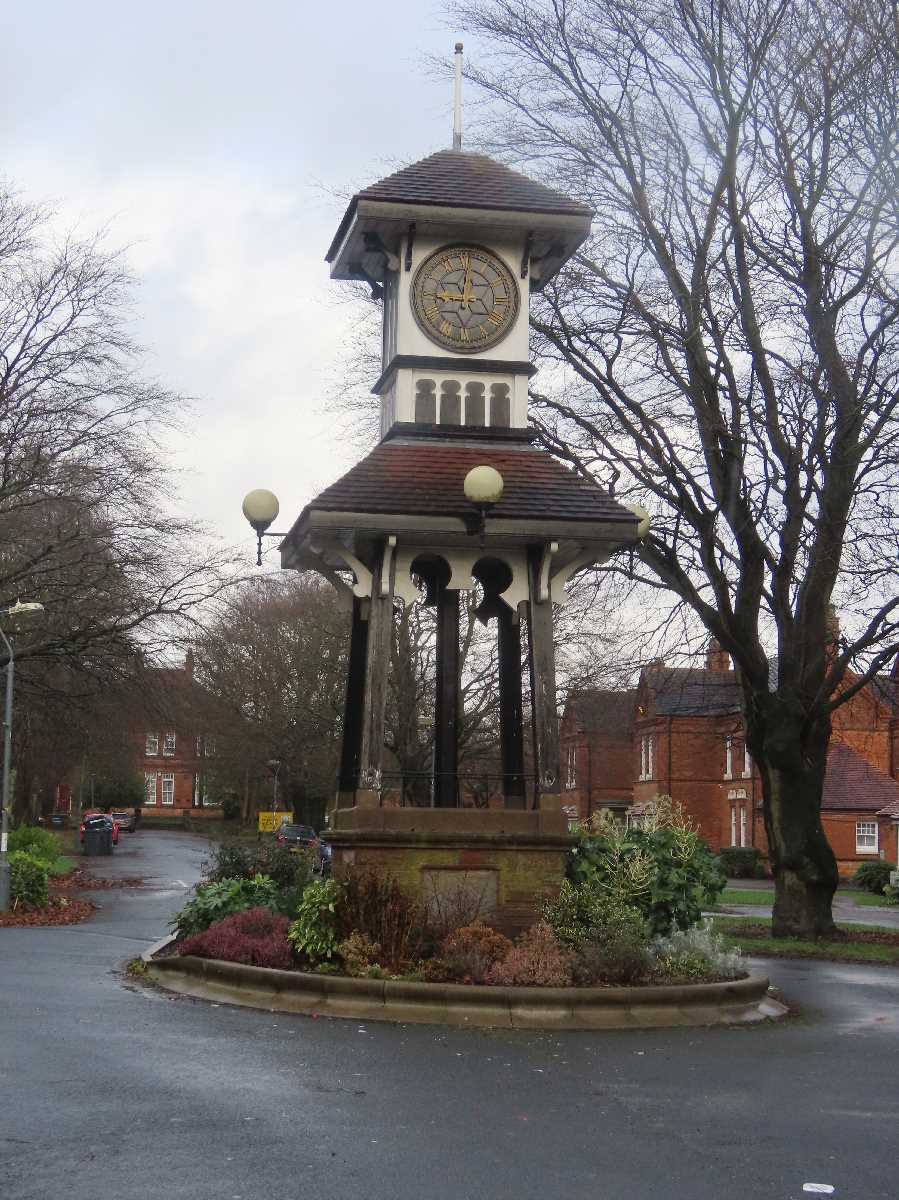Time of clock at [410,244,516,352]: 9:01
